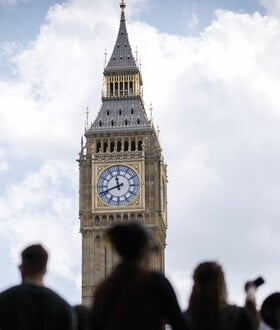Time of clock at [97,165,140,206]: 11:41
